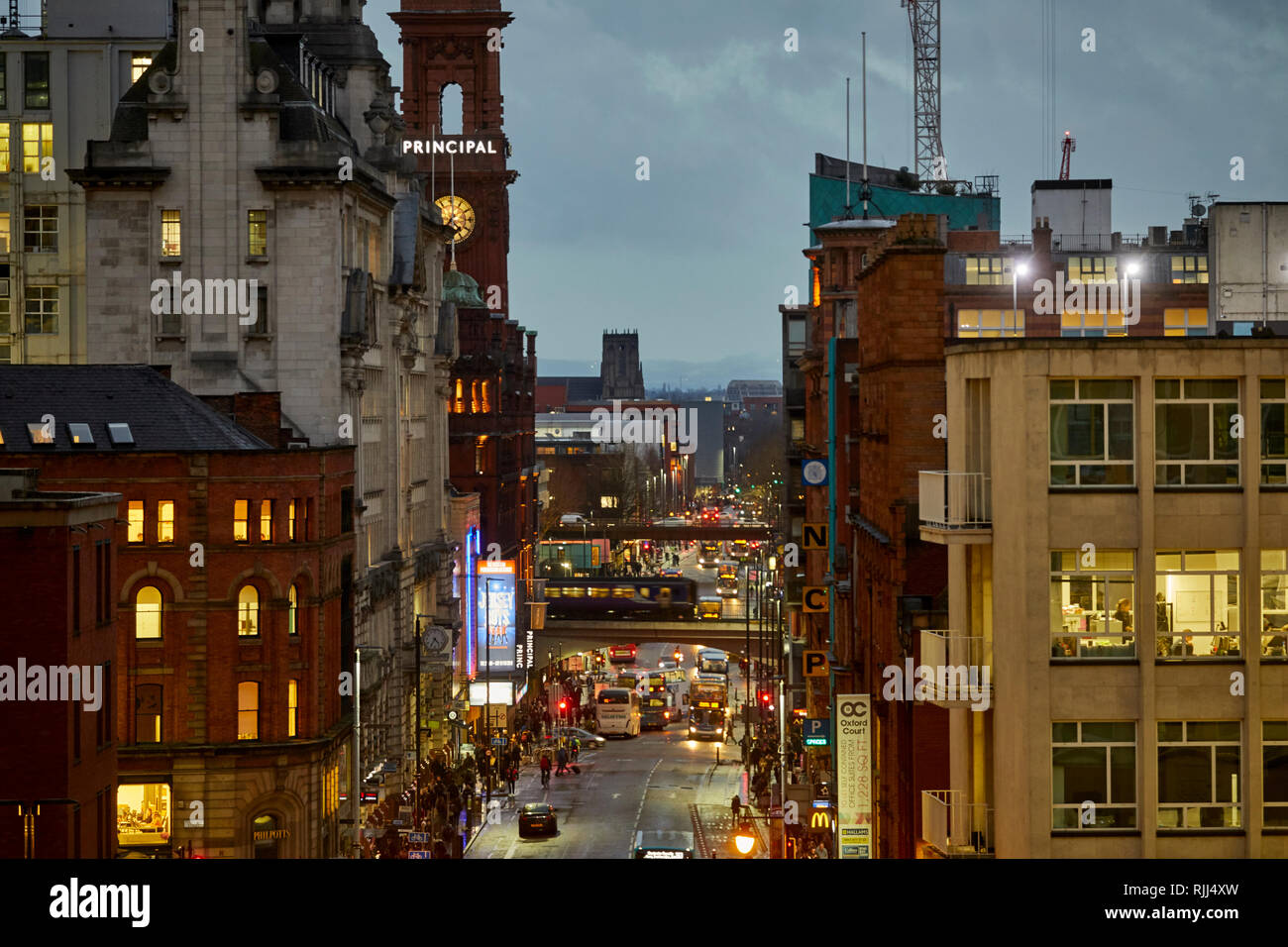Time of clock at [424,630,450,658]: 4:35
